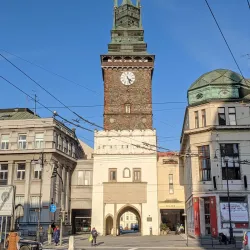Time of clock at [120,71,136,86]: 4:26
